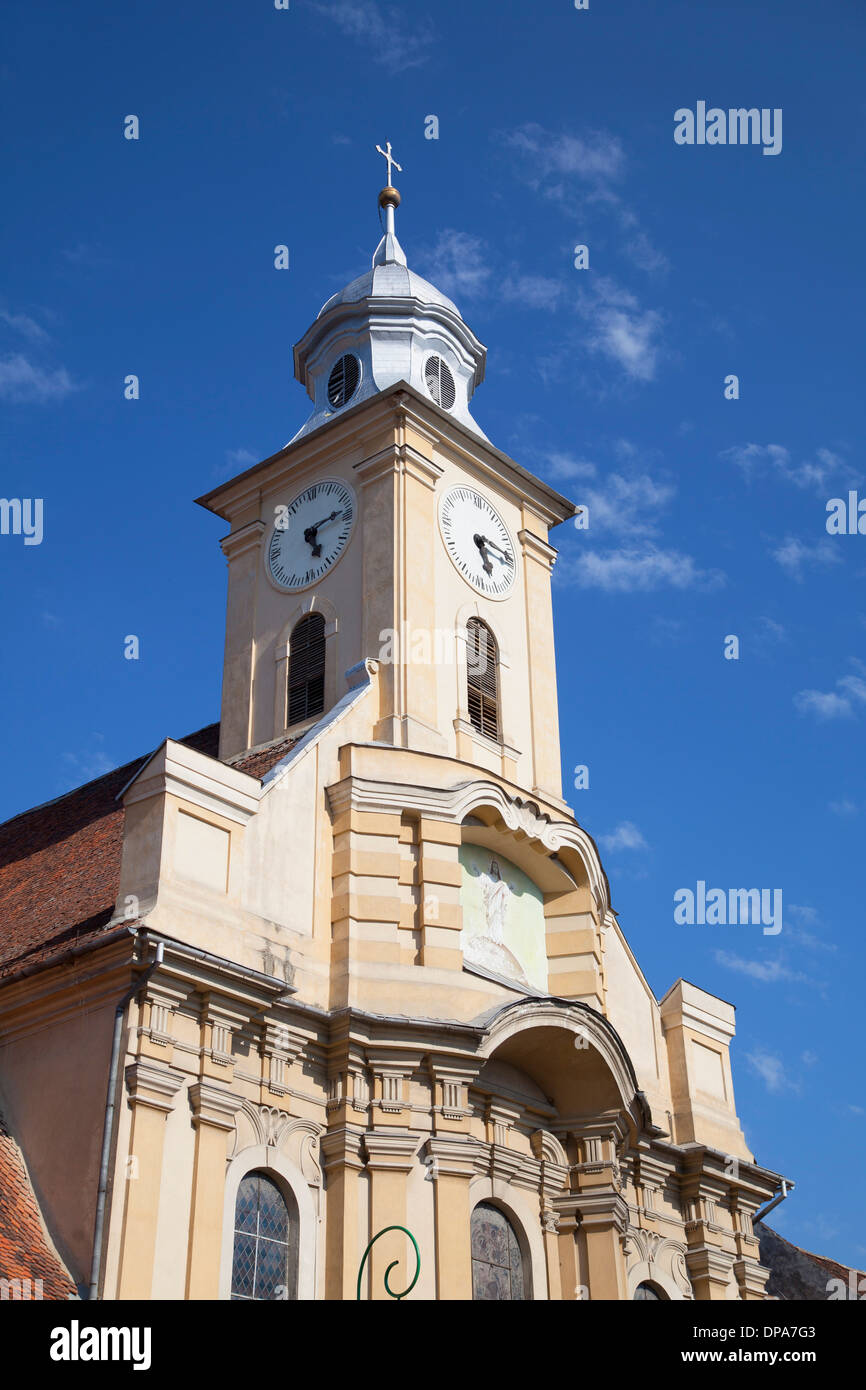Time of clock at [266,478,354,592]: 5:13
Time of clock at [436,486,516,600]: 5:15
